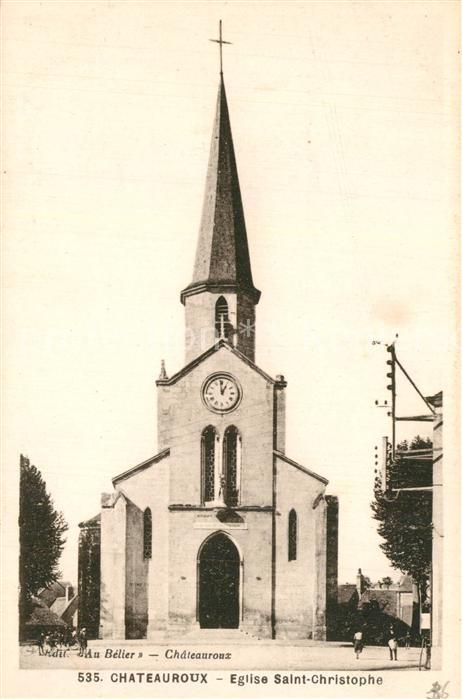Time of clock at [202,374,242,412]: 12:59
